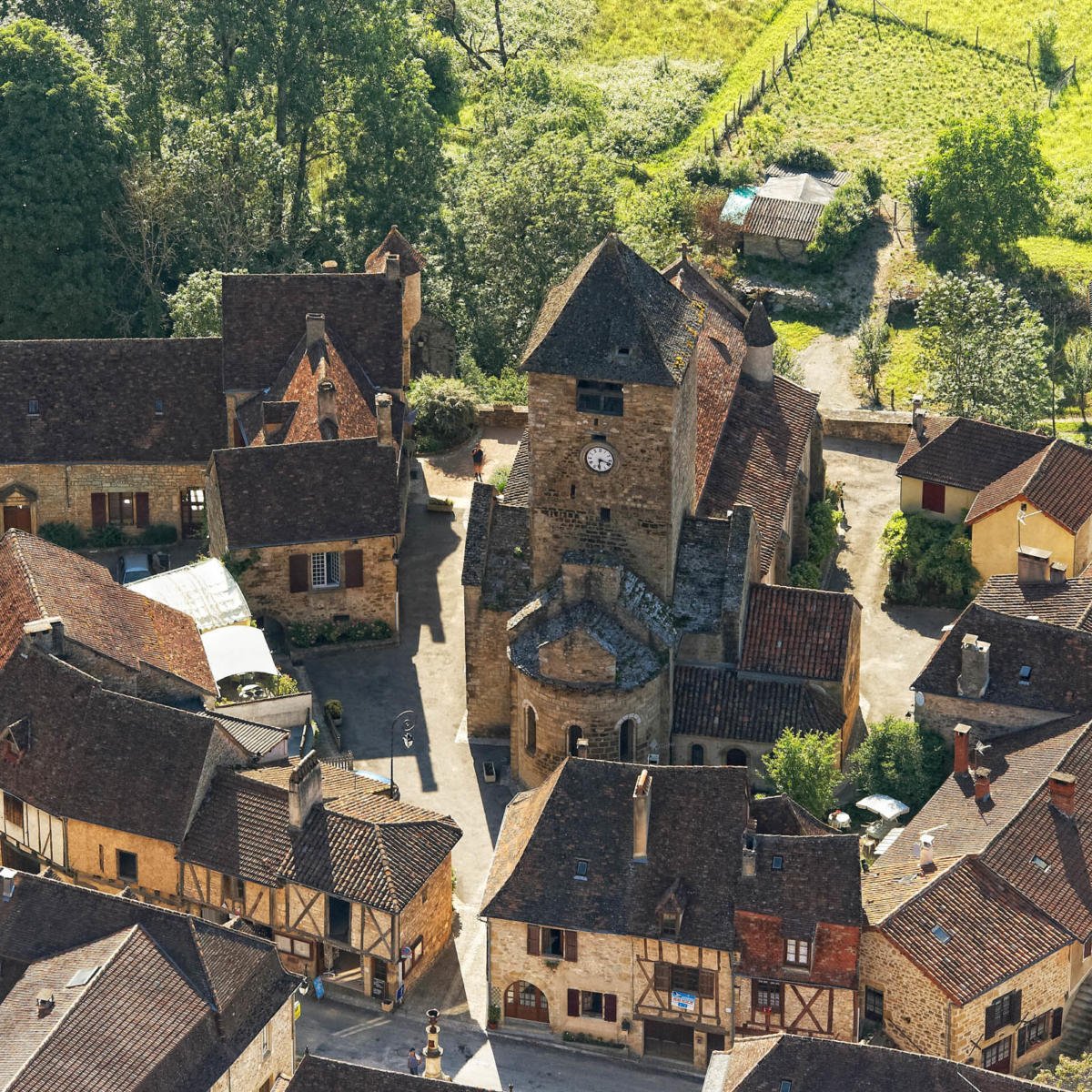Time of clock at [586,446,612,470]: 6:18
